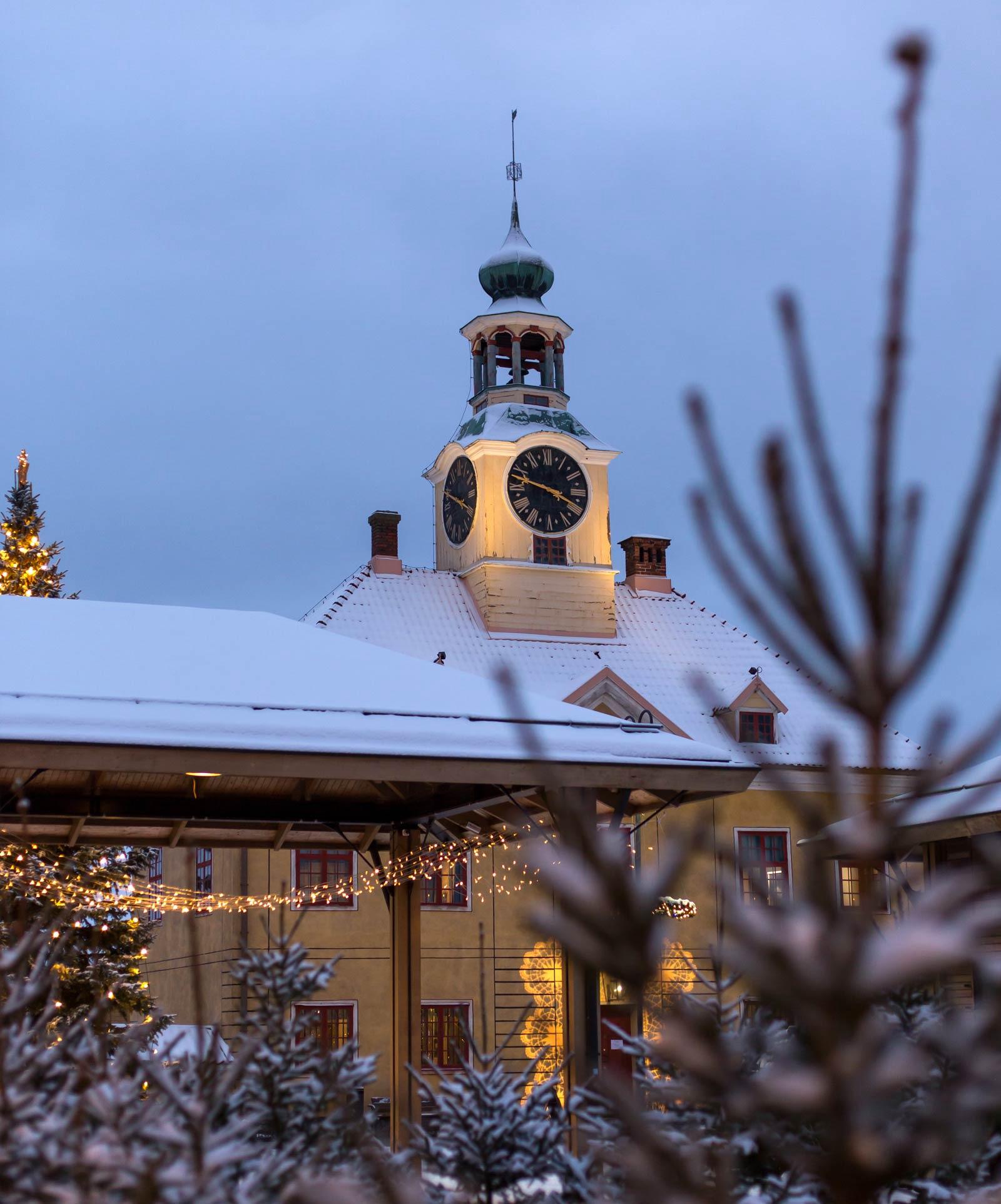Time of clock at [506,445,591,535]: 3:47
